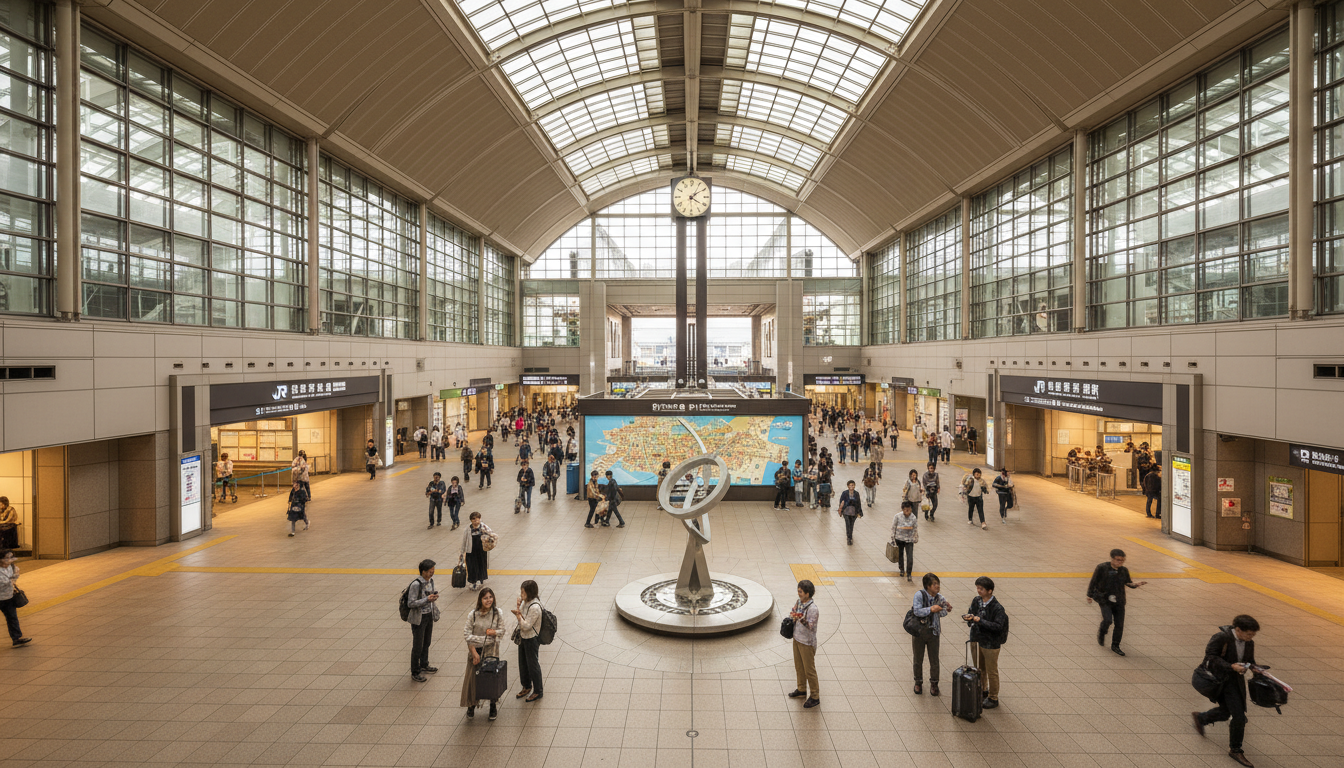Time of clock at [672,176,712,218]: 4:09
